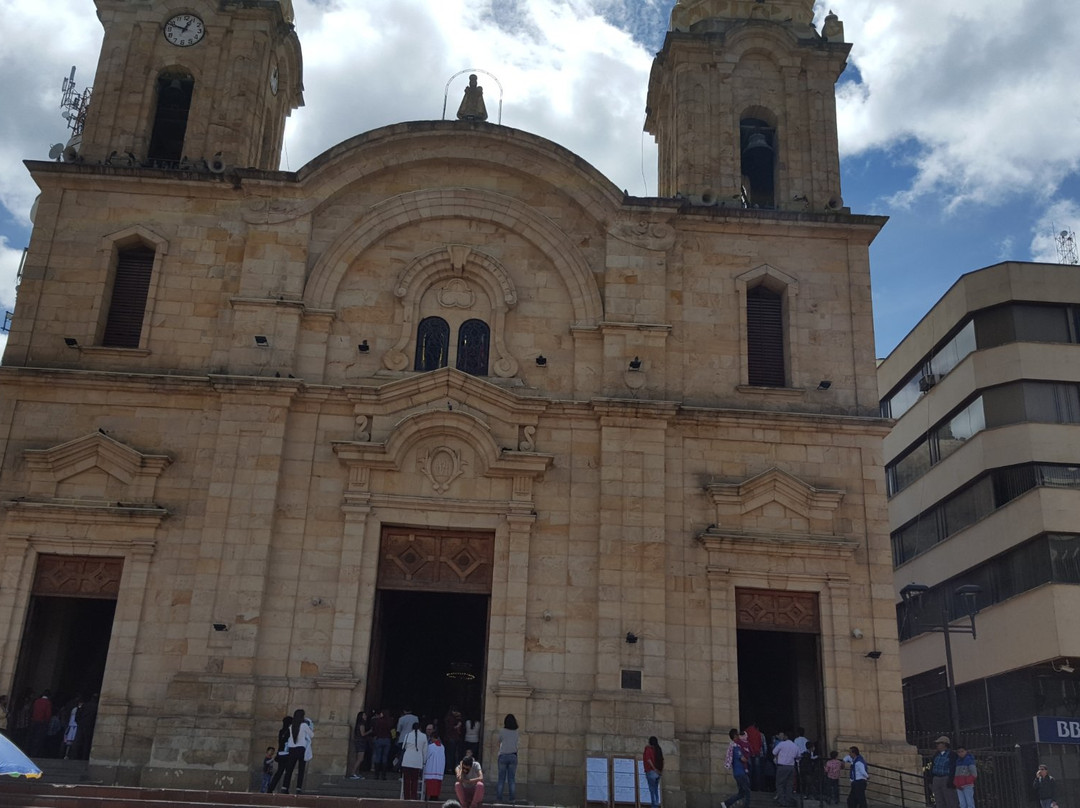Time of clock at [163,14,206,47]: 12:48
